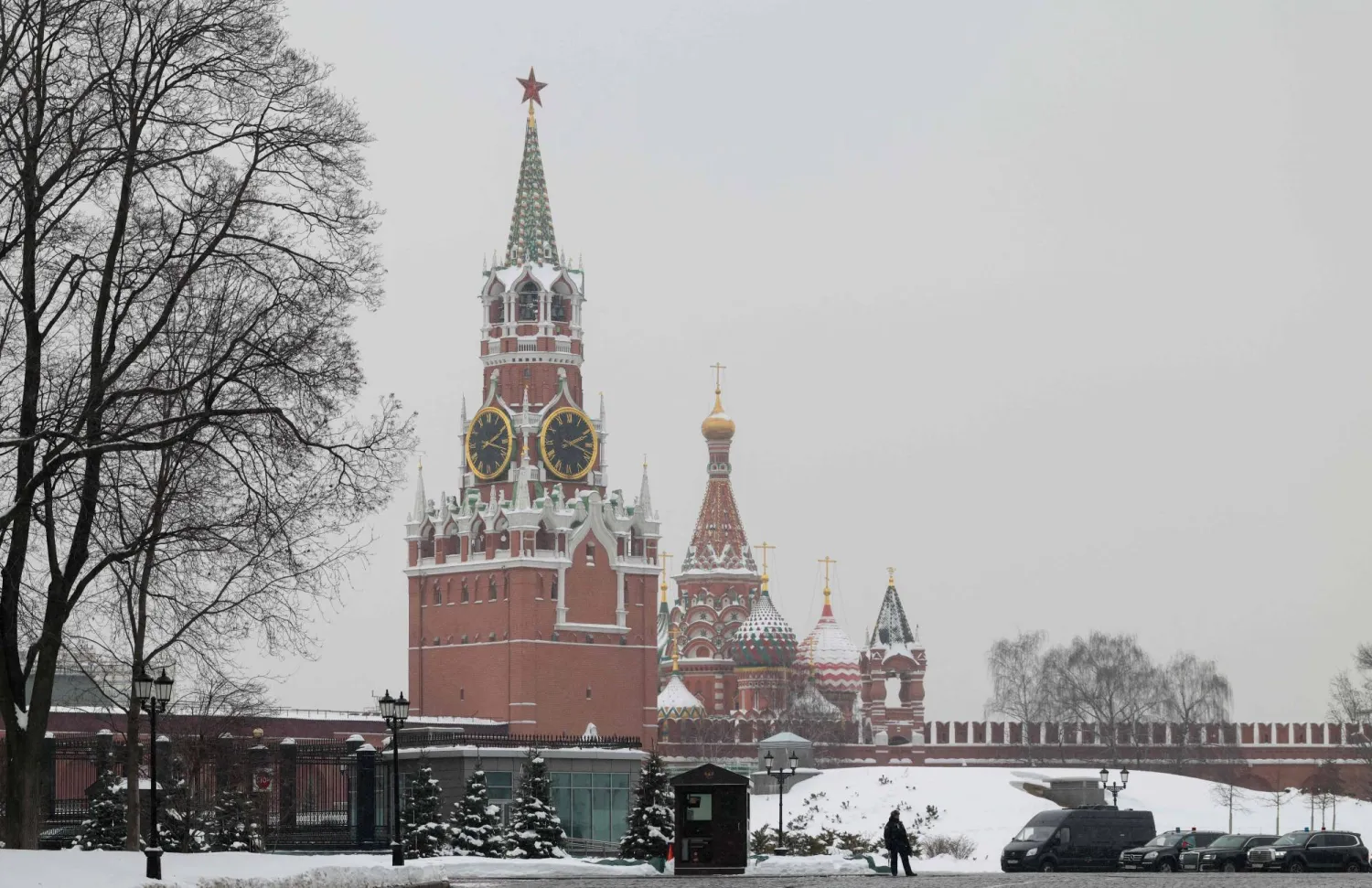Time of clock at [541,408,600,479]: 2:18
